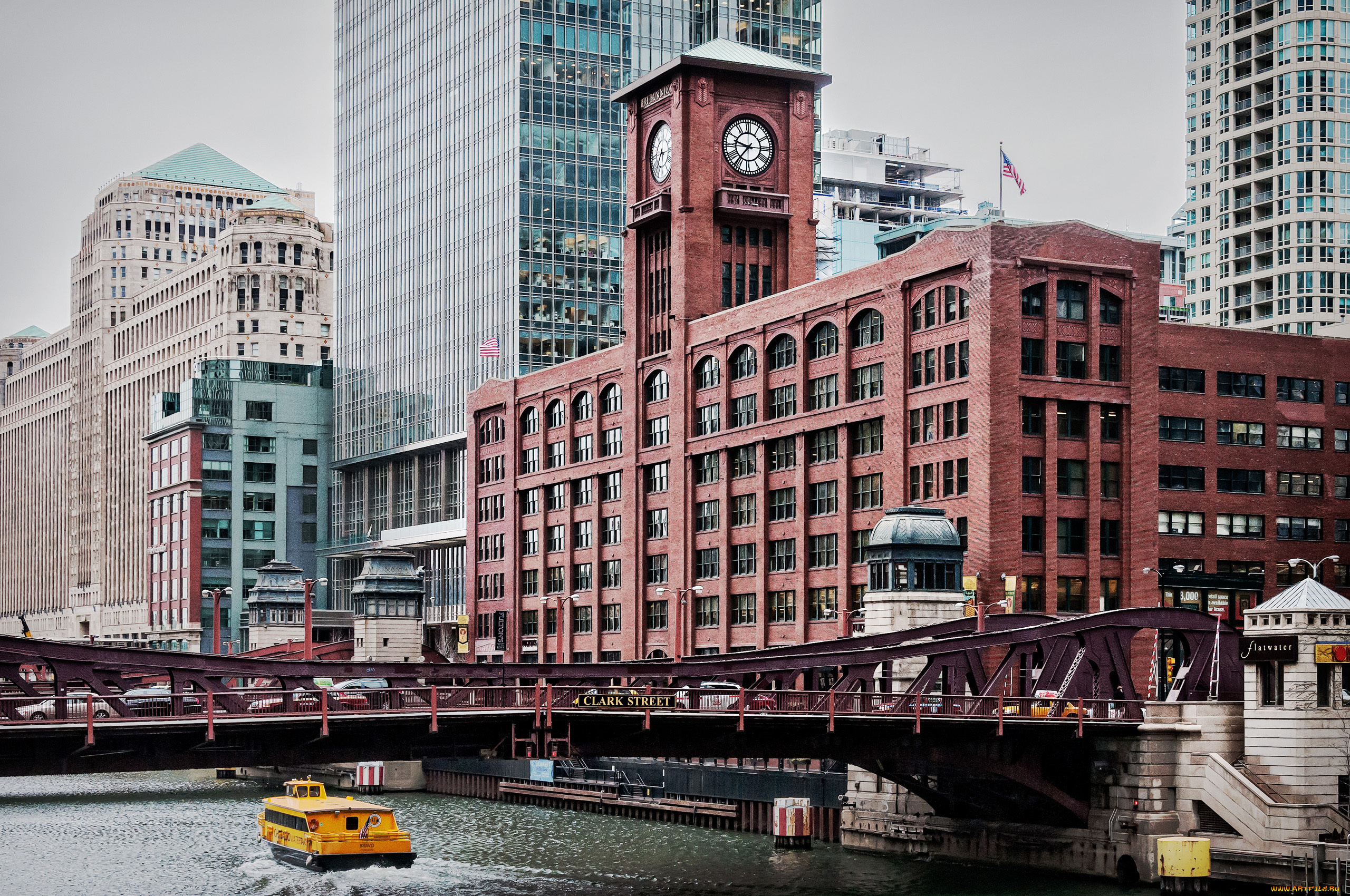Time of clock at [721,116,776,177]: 9:36
